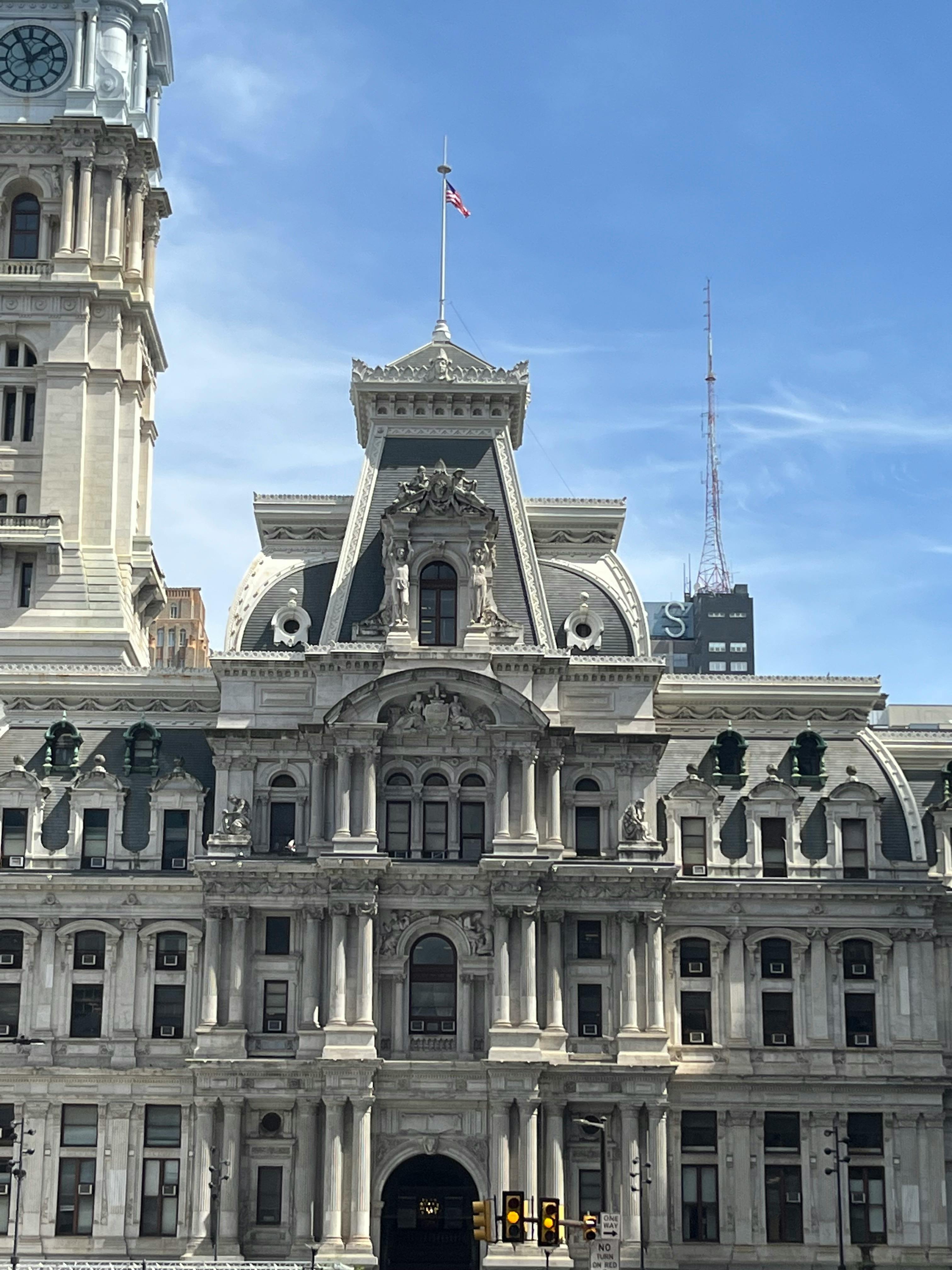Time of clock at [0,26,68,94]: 1:56
